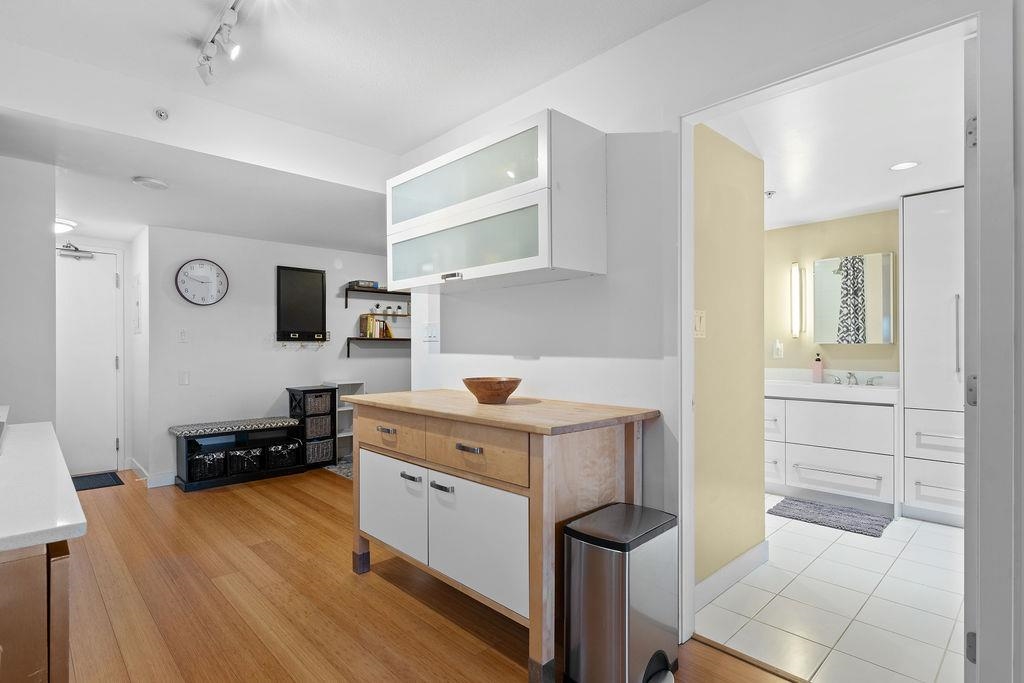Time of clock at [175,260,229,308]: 2:48
